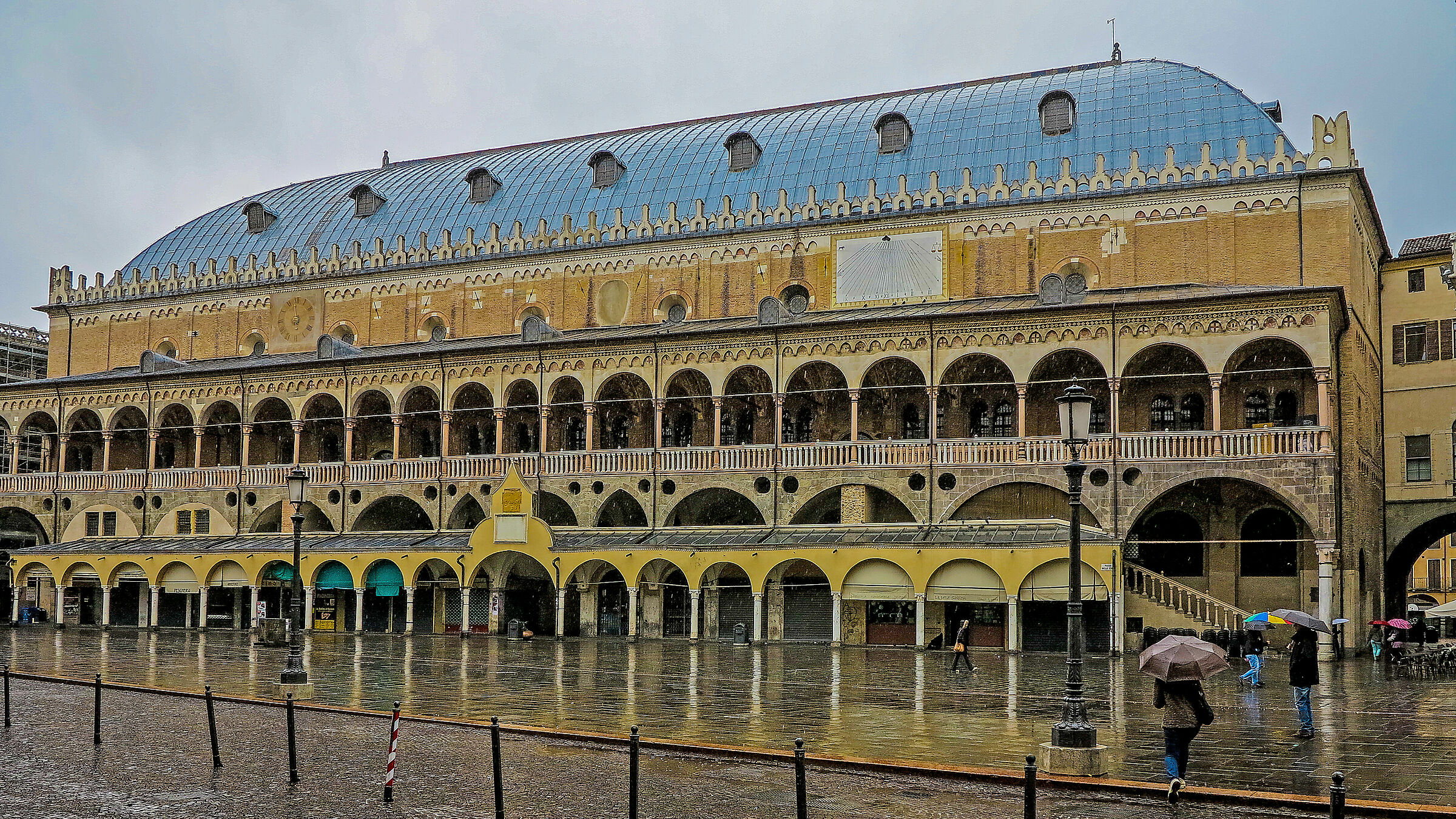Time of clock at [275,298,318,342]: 5:59
